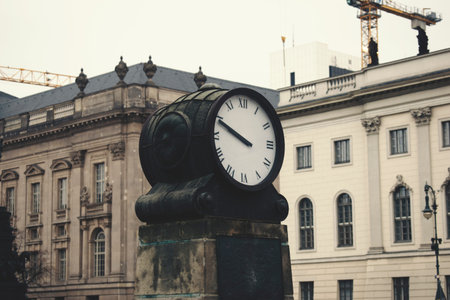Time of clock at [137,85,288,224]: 9:50
